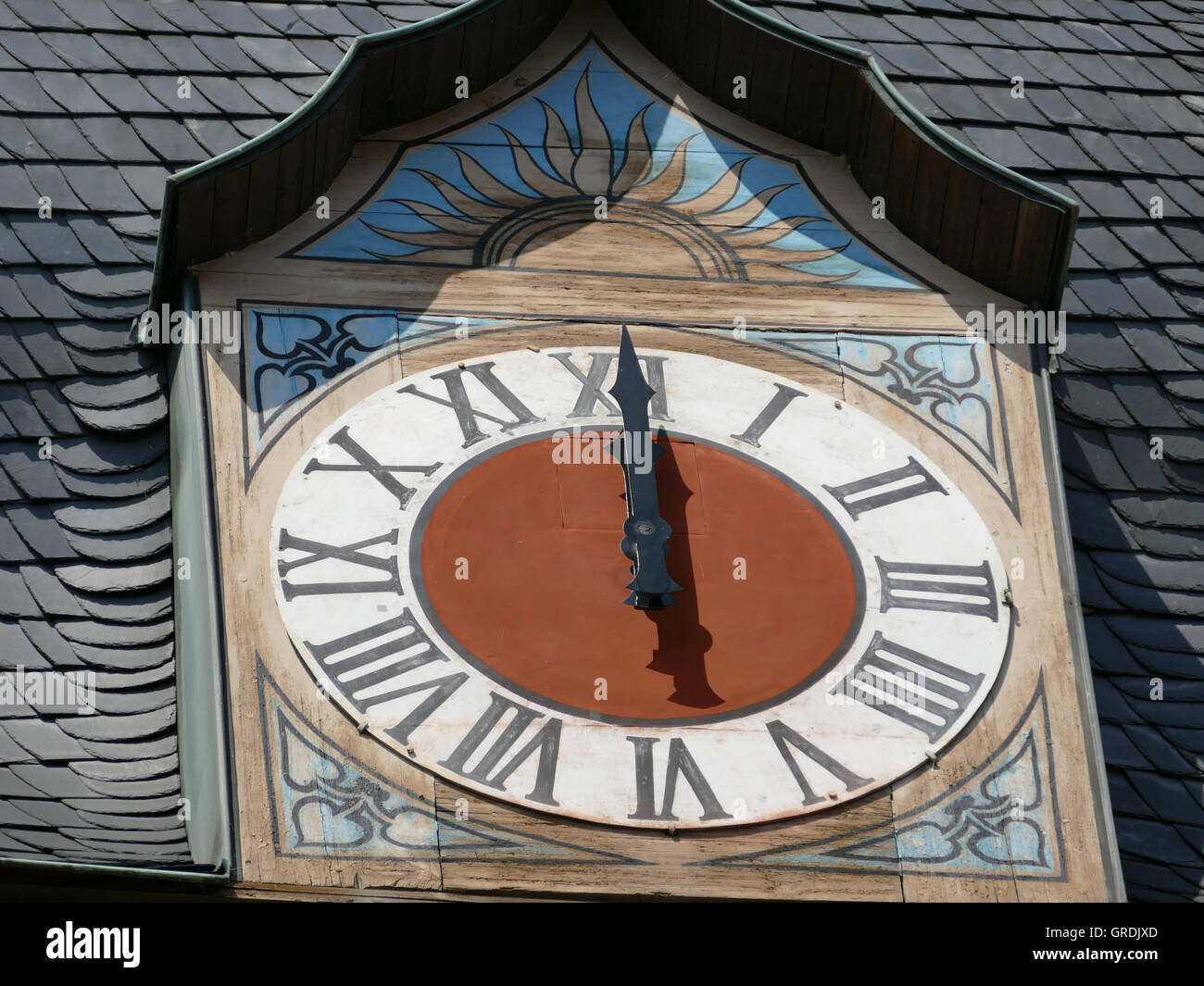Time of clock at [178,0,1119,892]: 12:00
